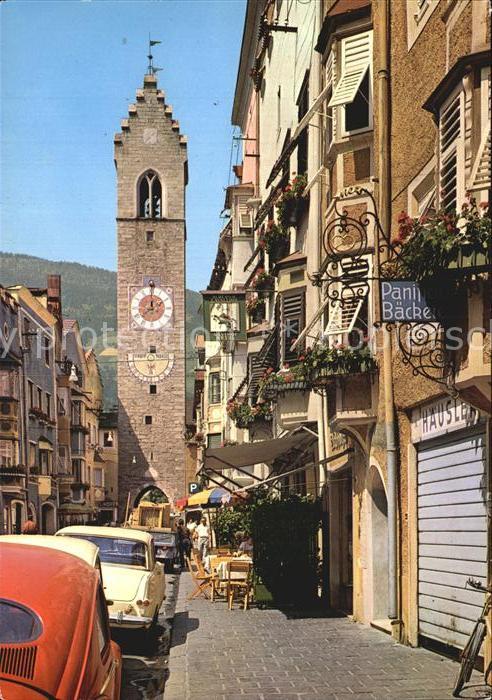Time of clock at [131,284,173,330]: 7:59
